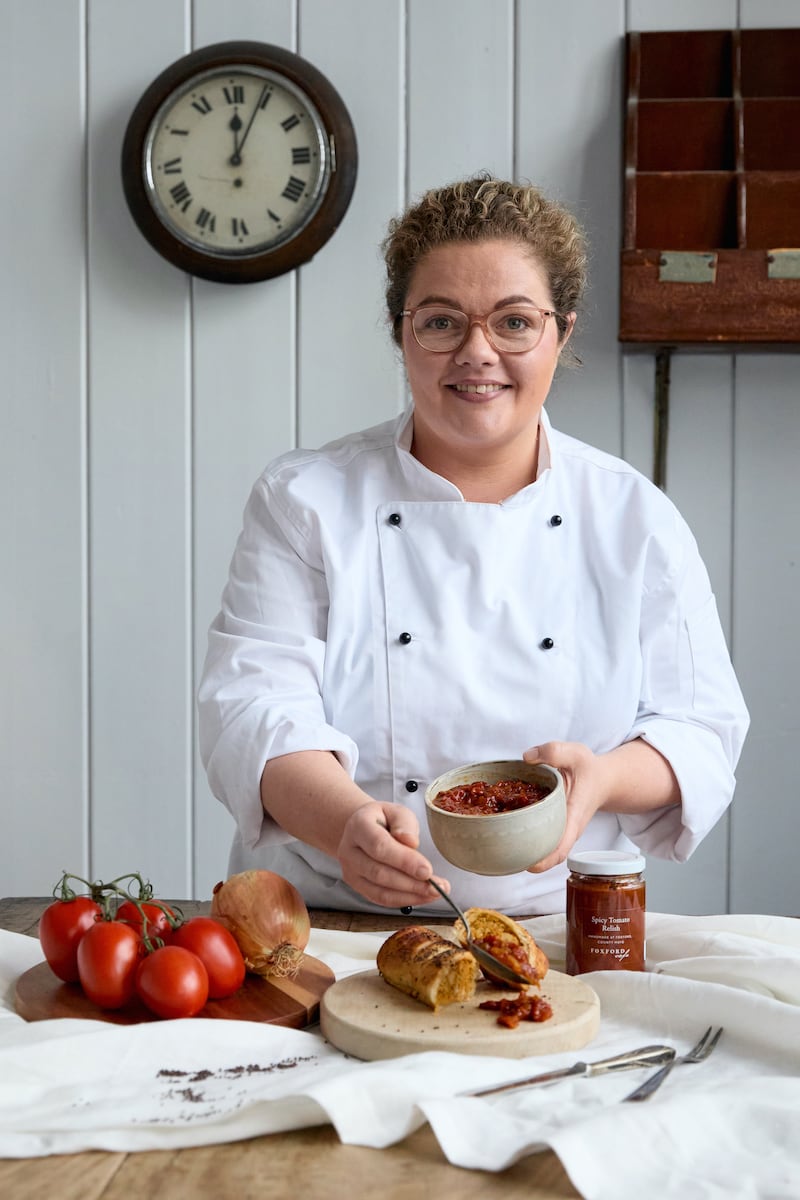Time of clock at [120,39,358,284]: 12:04
